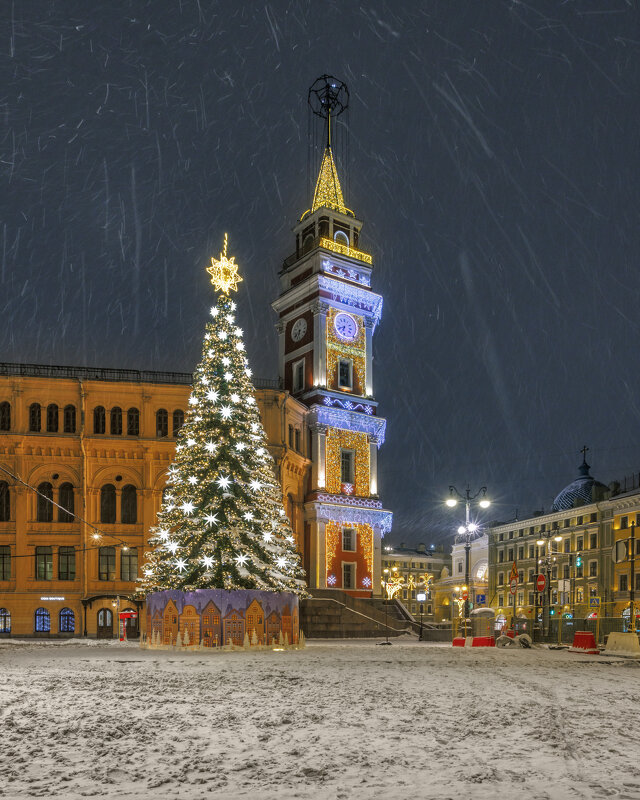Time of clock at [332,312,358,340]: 6:41
